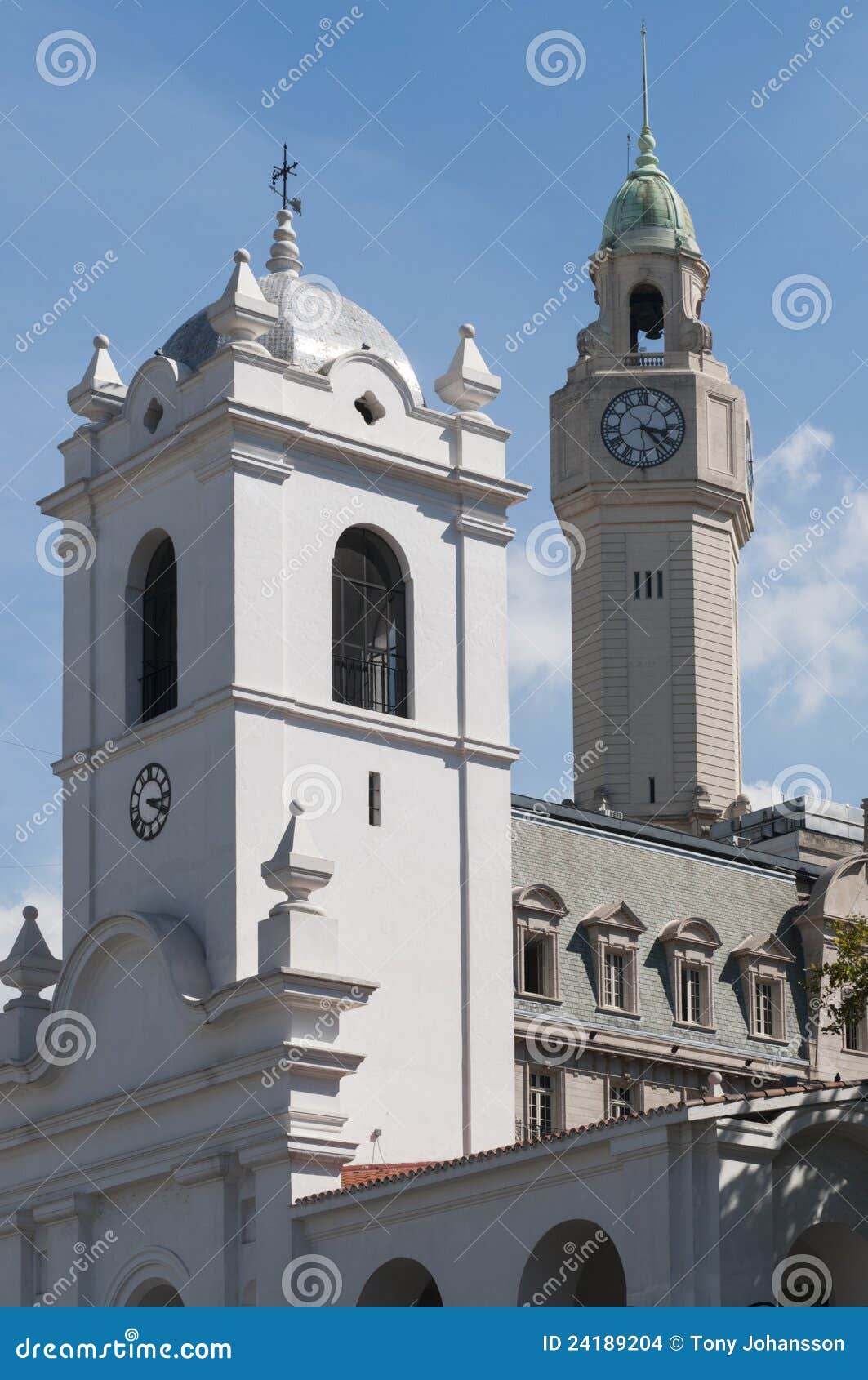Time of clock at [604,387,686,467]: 3:23
